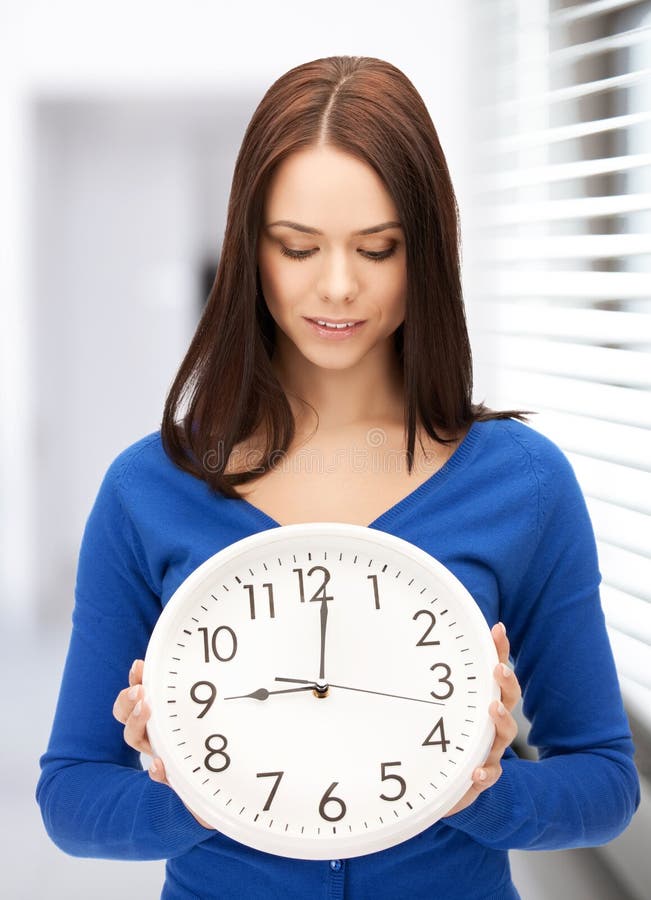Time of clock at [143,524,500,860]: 9:01
